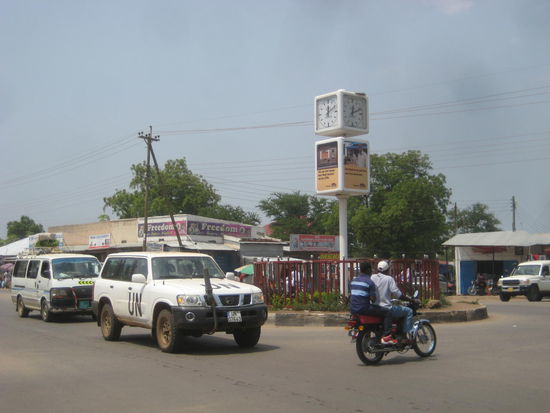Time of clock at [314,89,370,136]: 12:10
